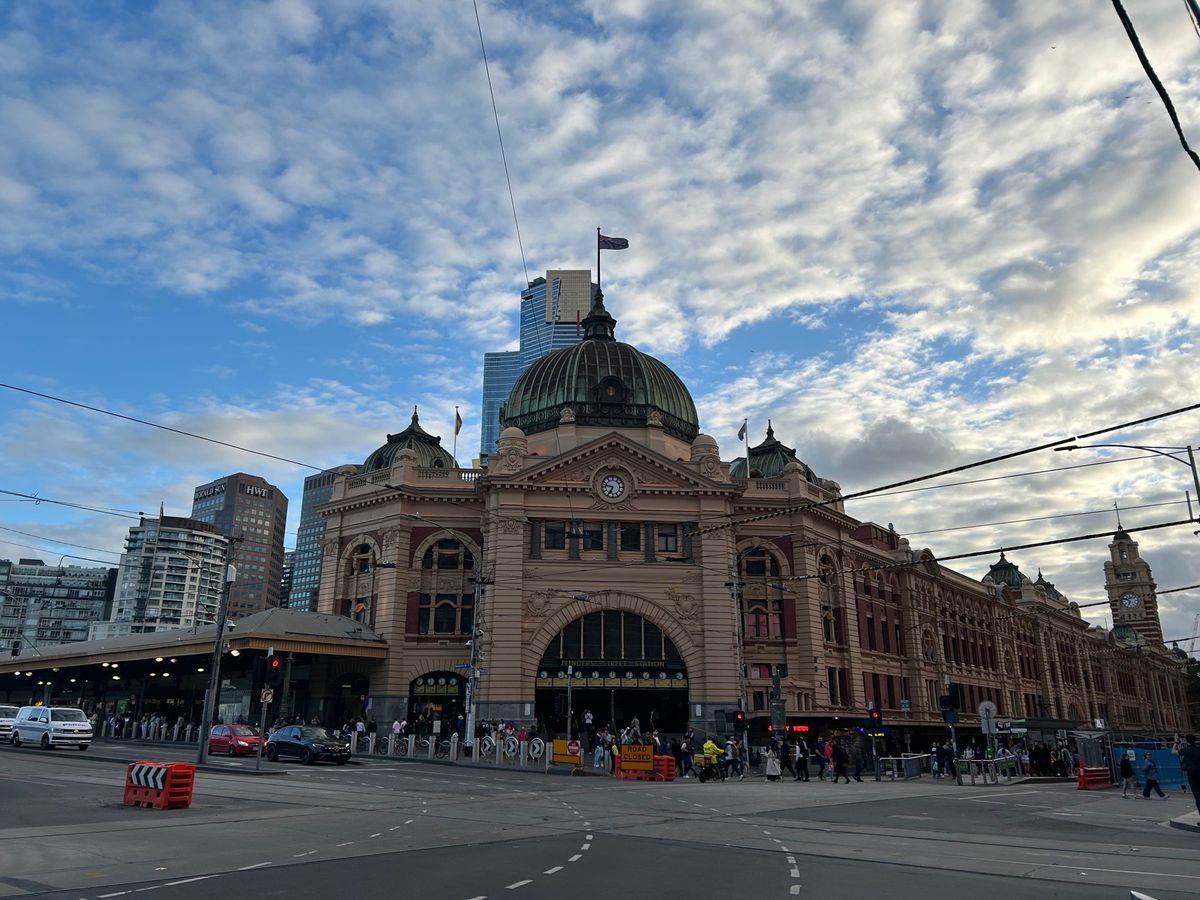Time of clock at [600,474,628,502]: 6:47
